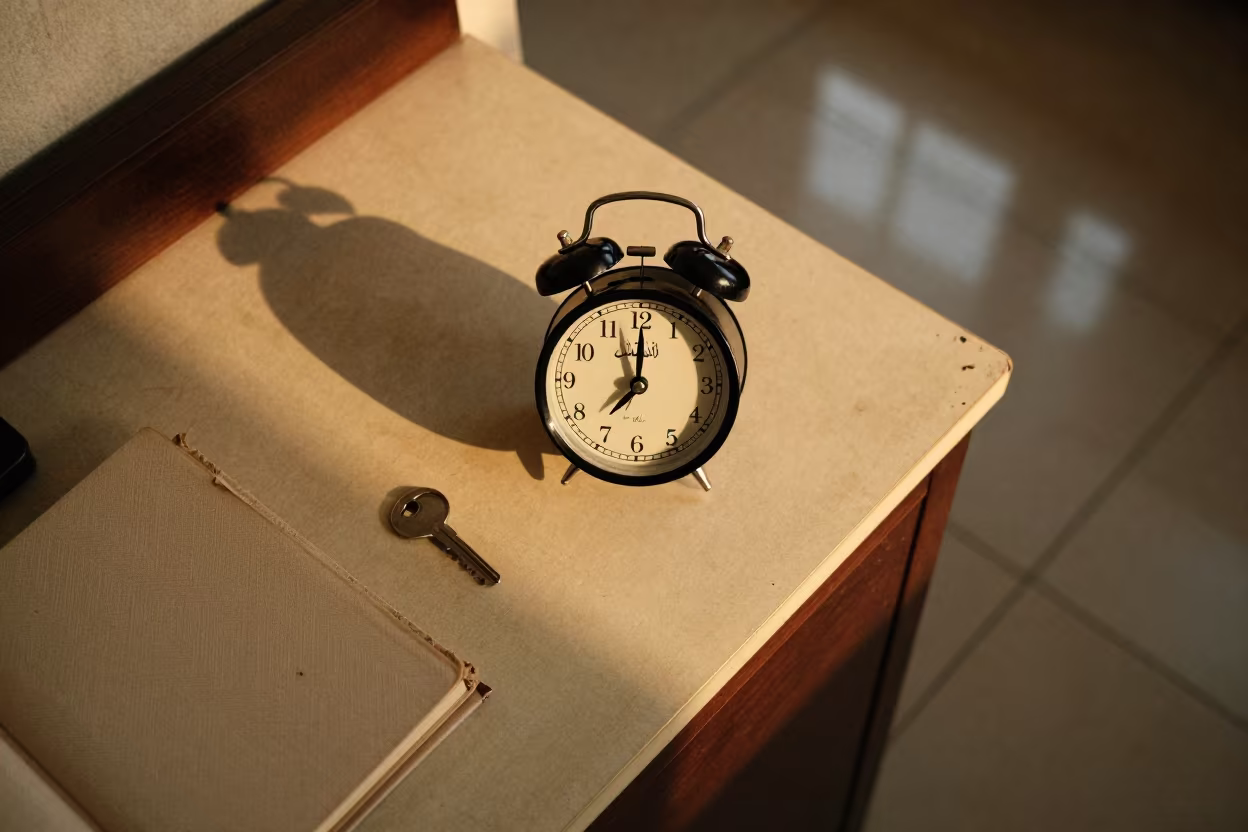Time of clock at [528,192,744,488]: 7:00
